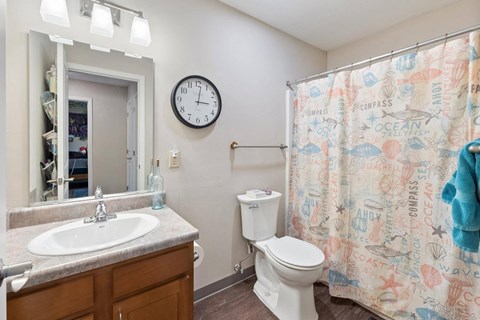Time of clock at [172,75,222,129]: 3:01
